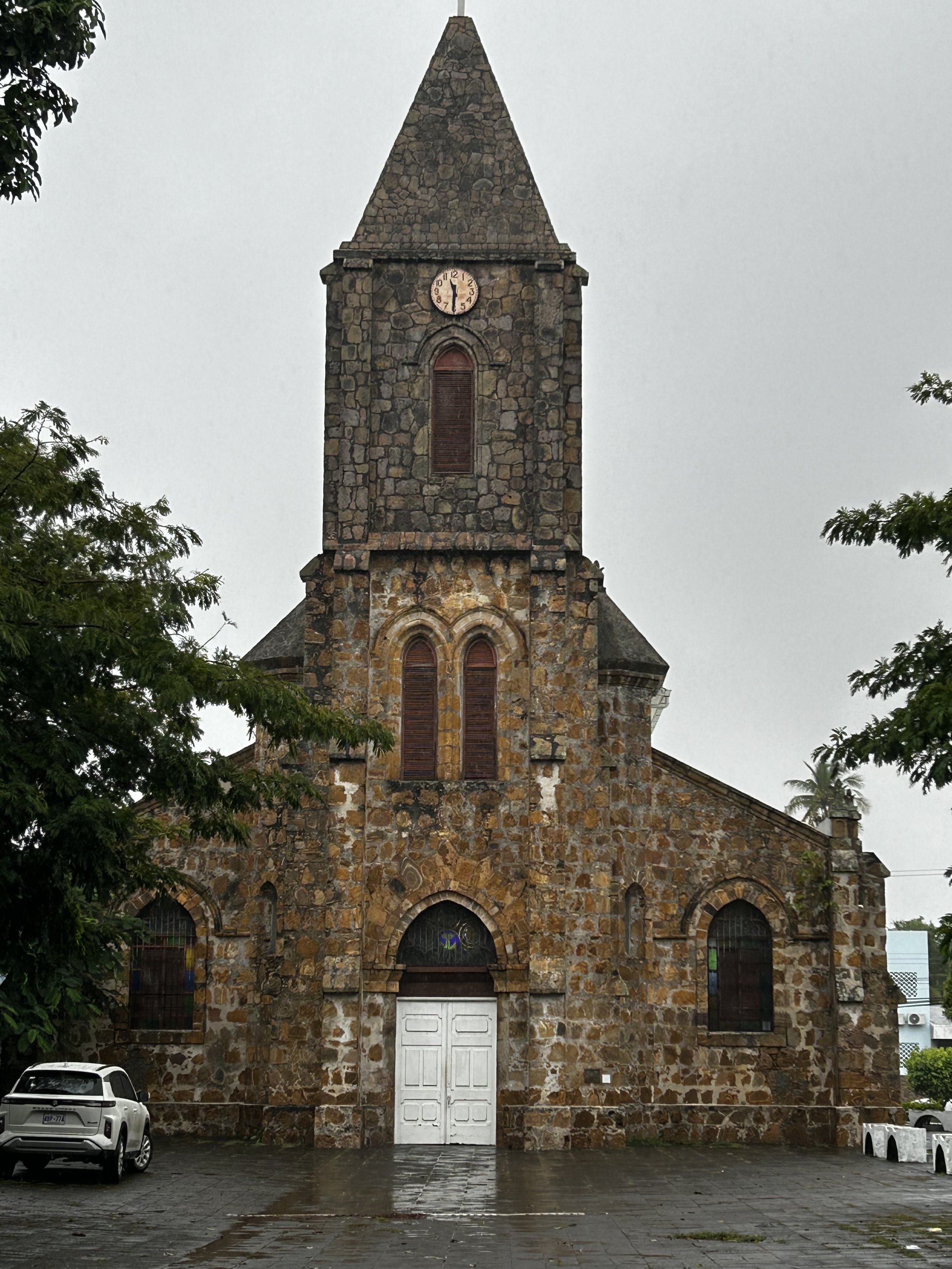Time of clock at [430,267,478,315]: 11:30
